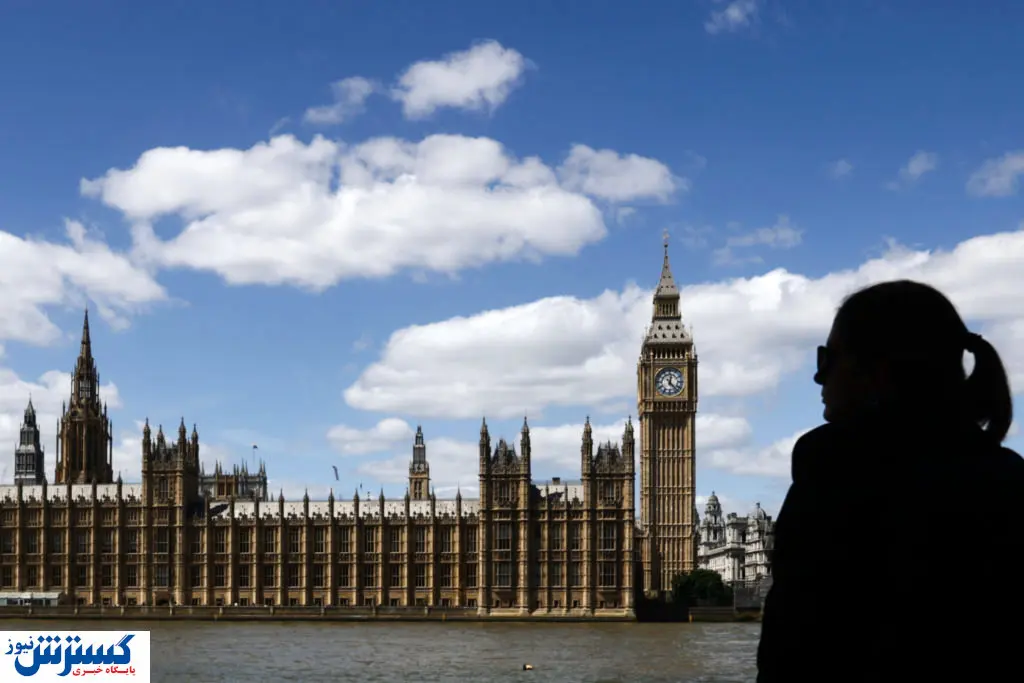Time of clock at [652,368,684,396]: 12:22
